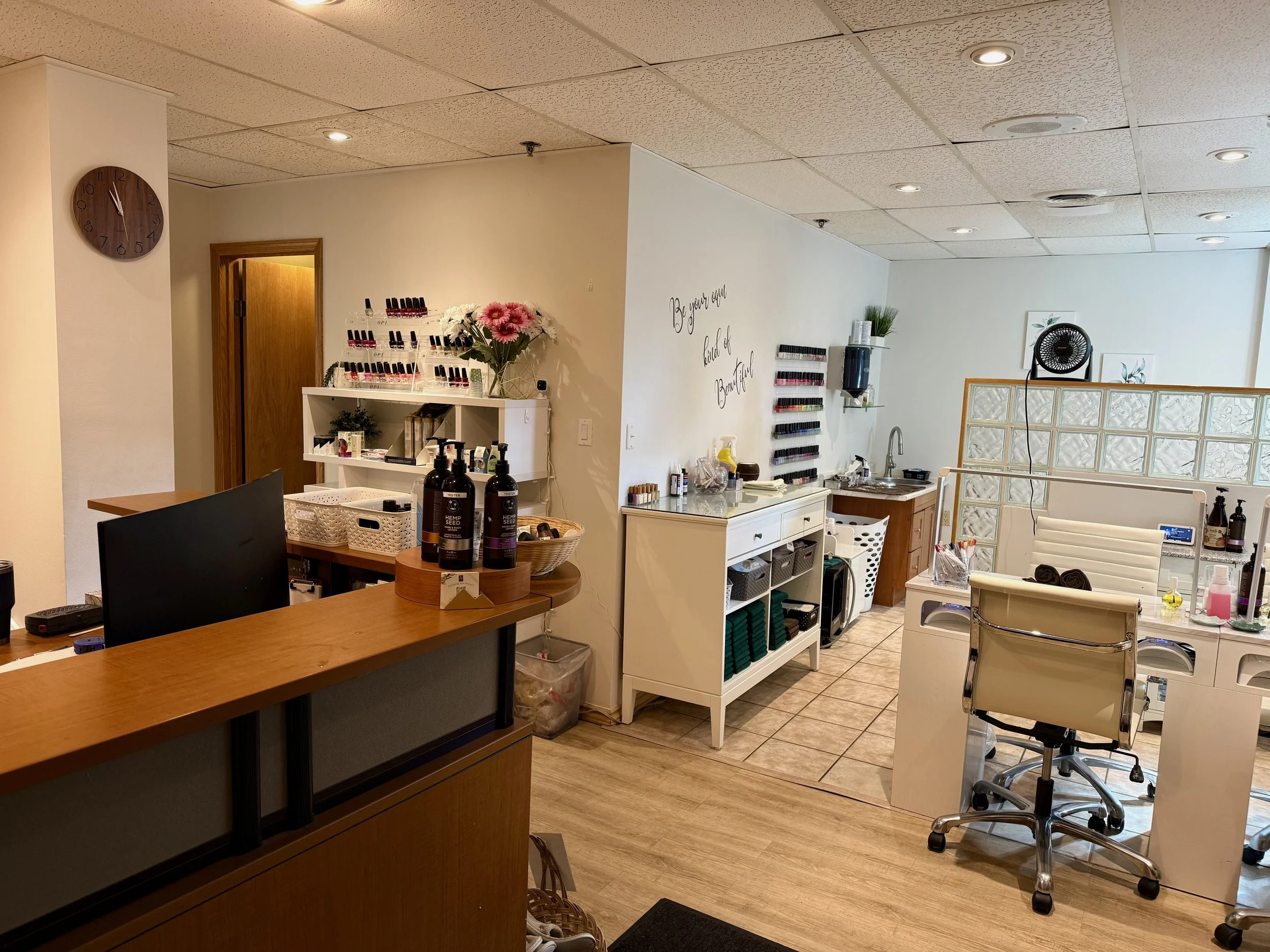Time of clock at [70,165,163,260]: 10:57
